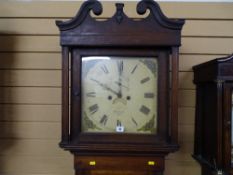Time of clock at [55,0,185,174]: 10:00
